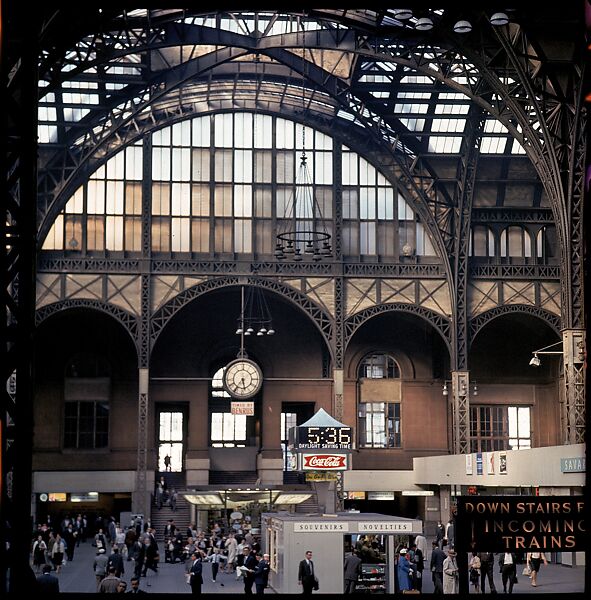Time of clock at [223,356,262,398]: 5:35
